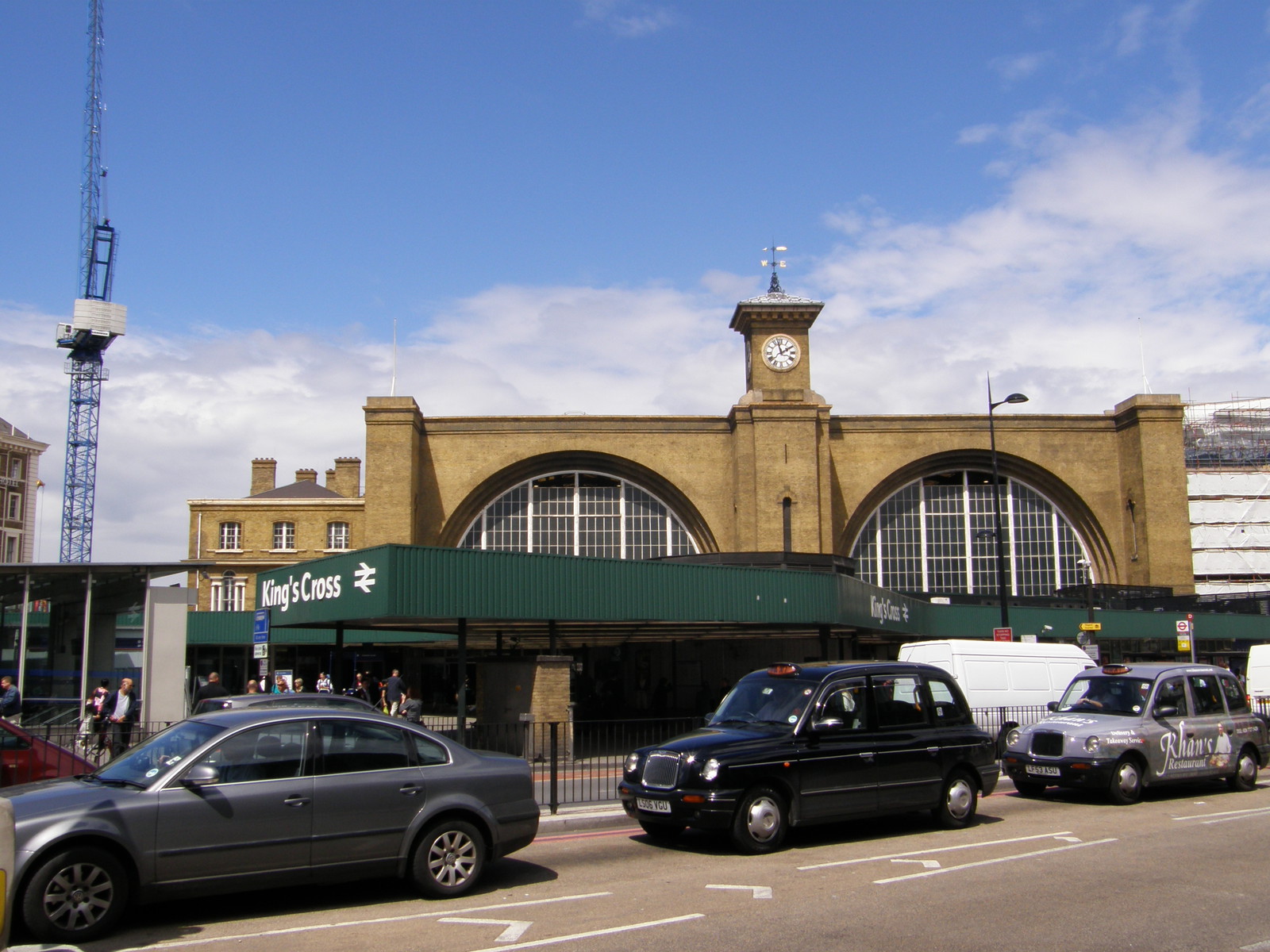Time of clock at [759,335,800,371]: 1:57
